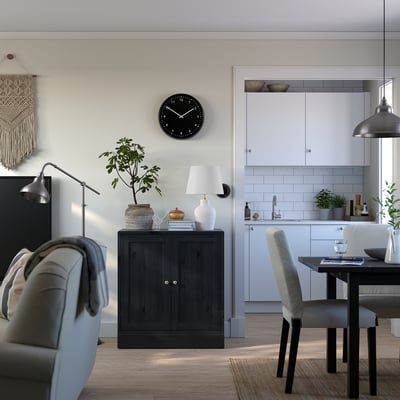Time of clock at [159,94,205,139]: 1:50
